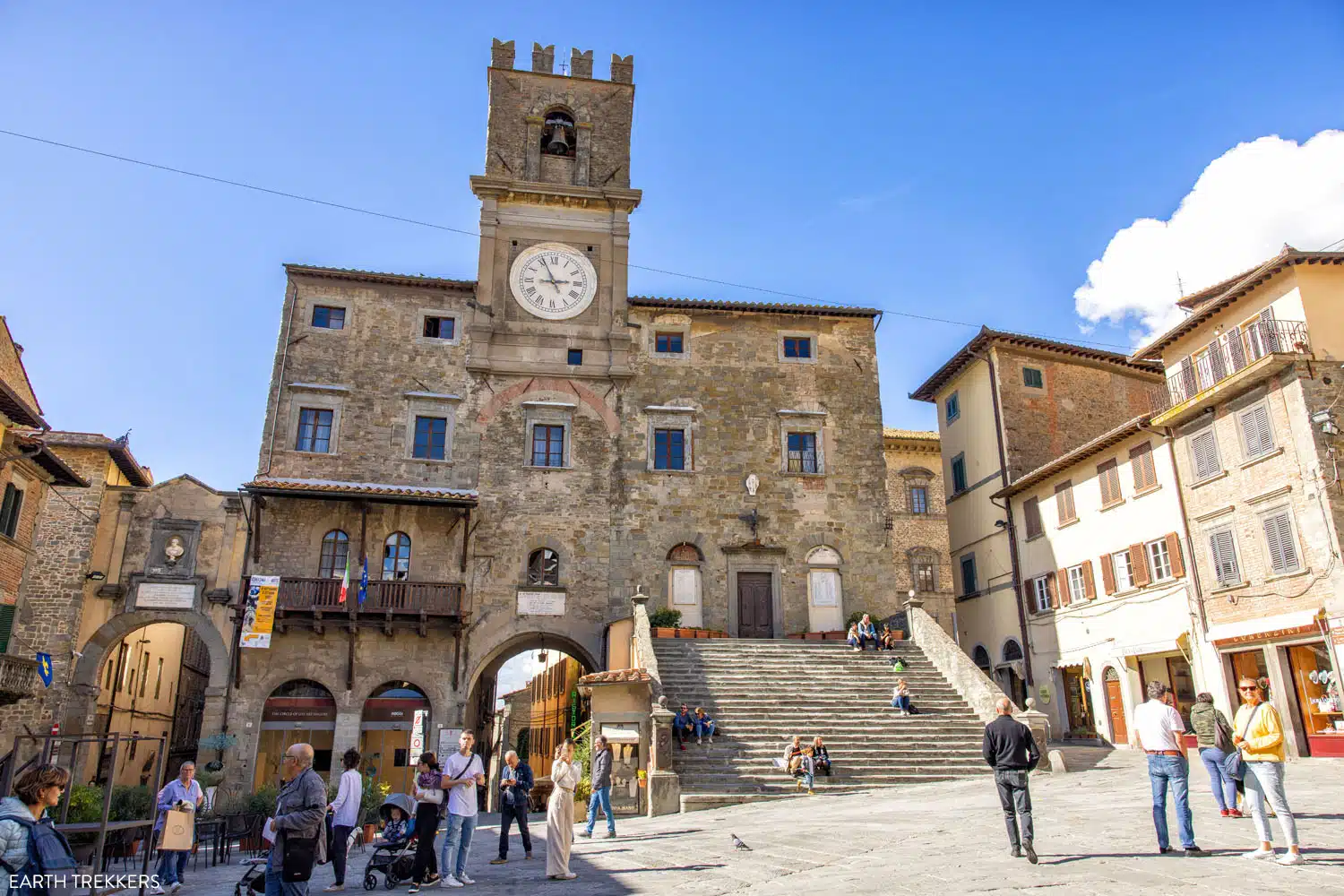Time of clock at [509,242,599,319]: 2:56
